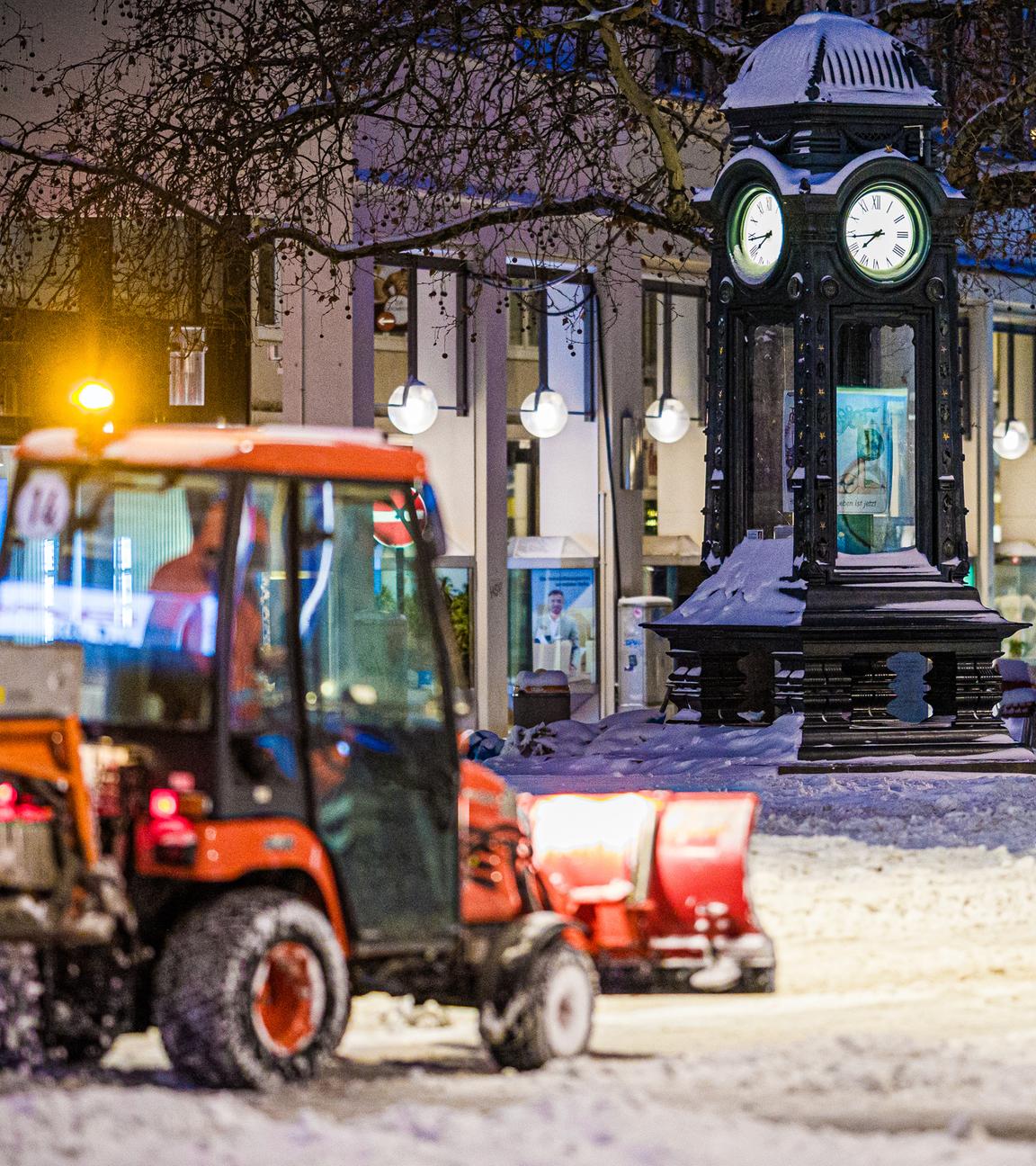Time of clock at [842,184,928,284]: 7:43
